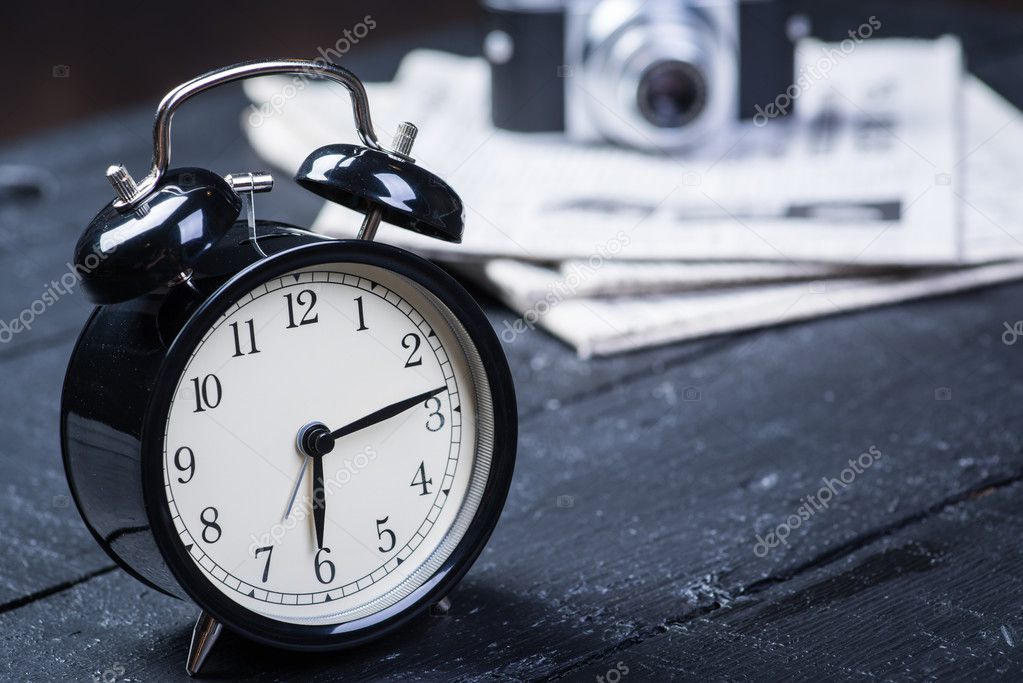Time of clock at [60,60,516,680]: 6:13
